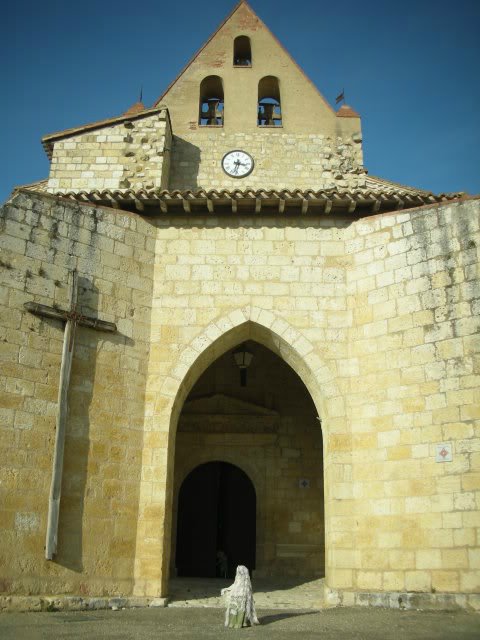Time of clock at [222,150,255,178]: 3:32
